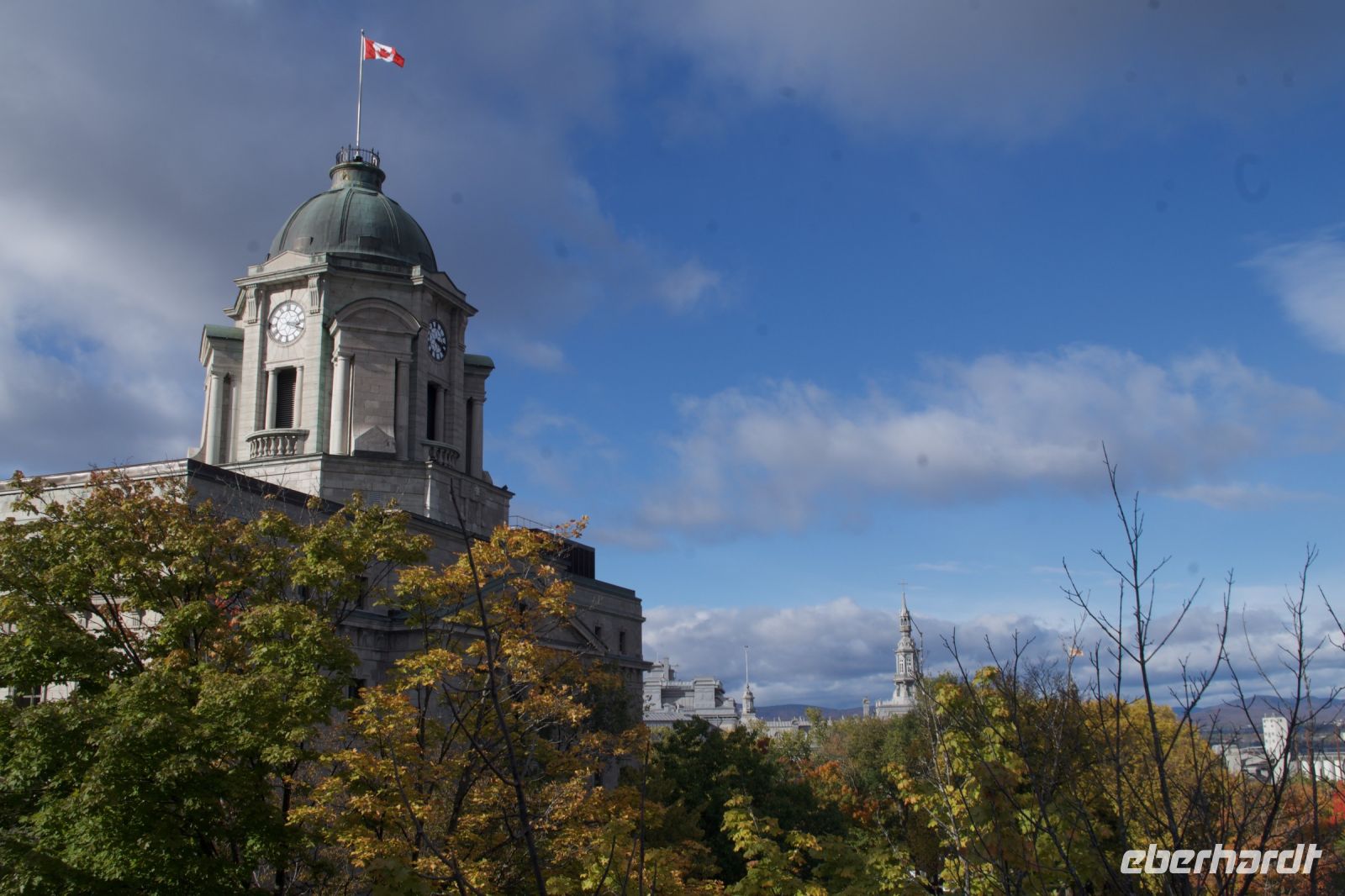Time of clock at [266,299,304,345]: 3:18
